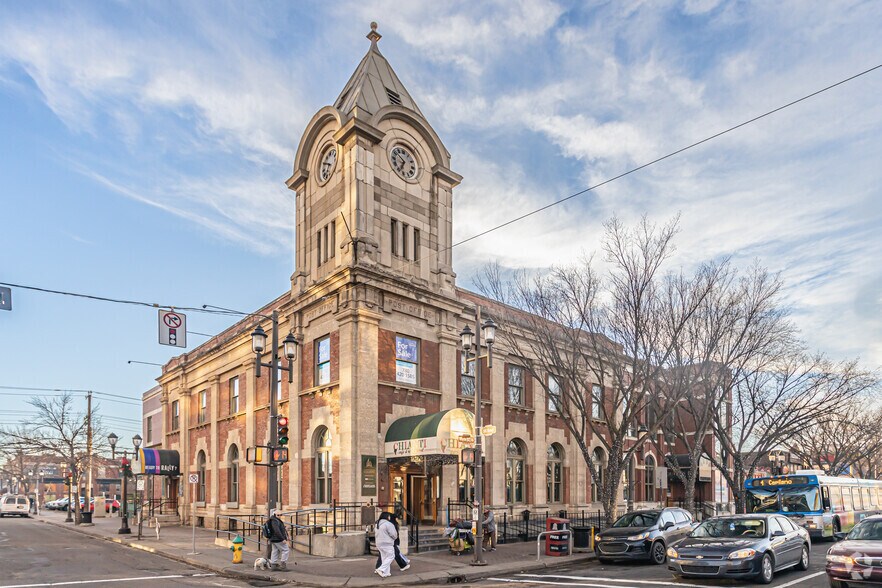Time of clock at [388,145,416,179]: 6:51
